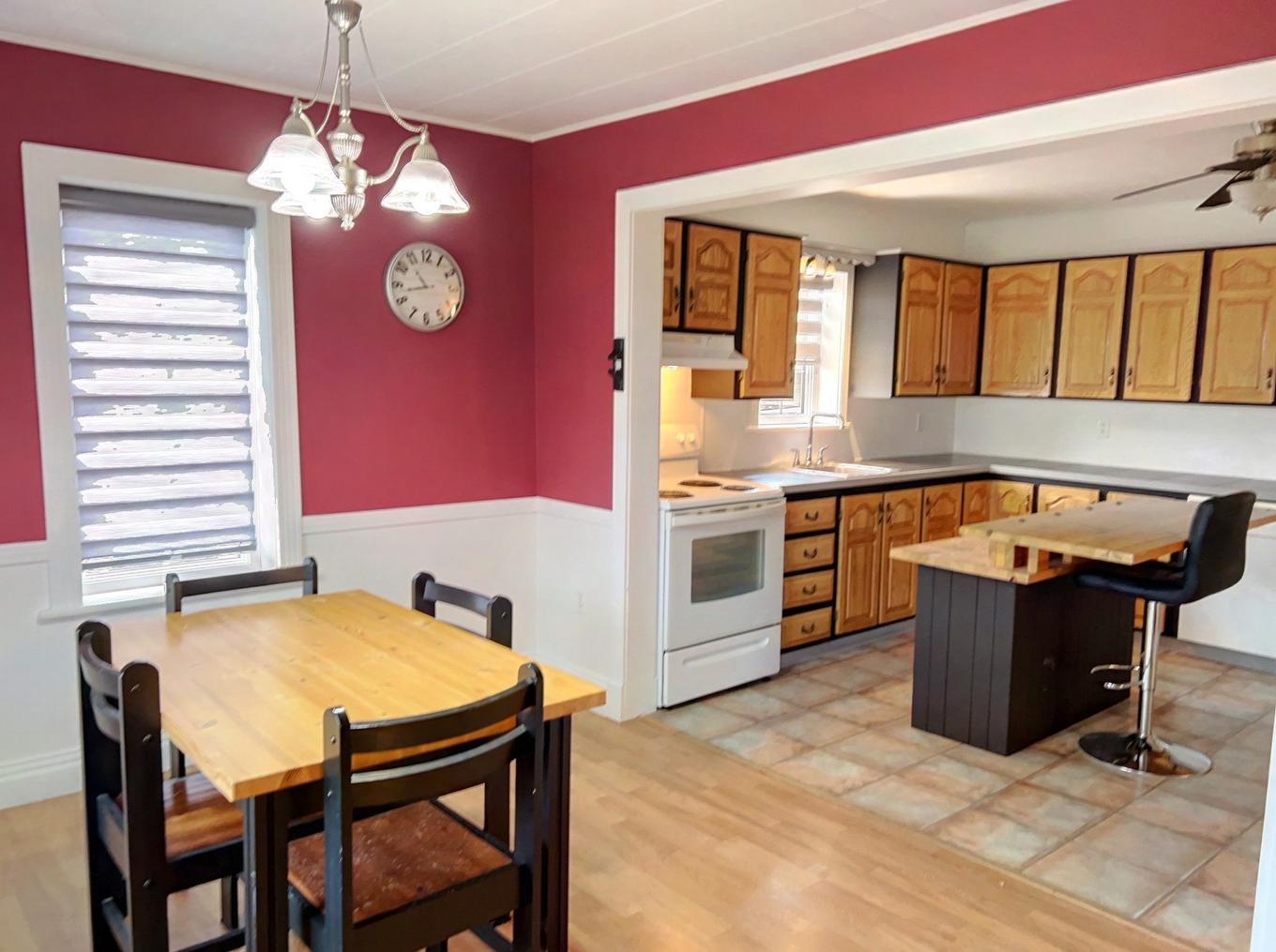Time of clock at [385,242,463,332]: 10:42
